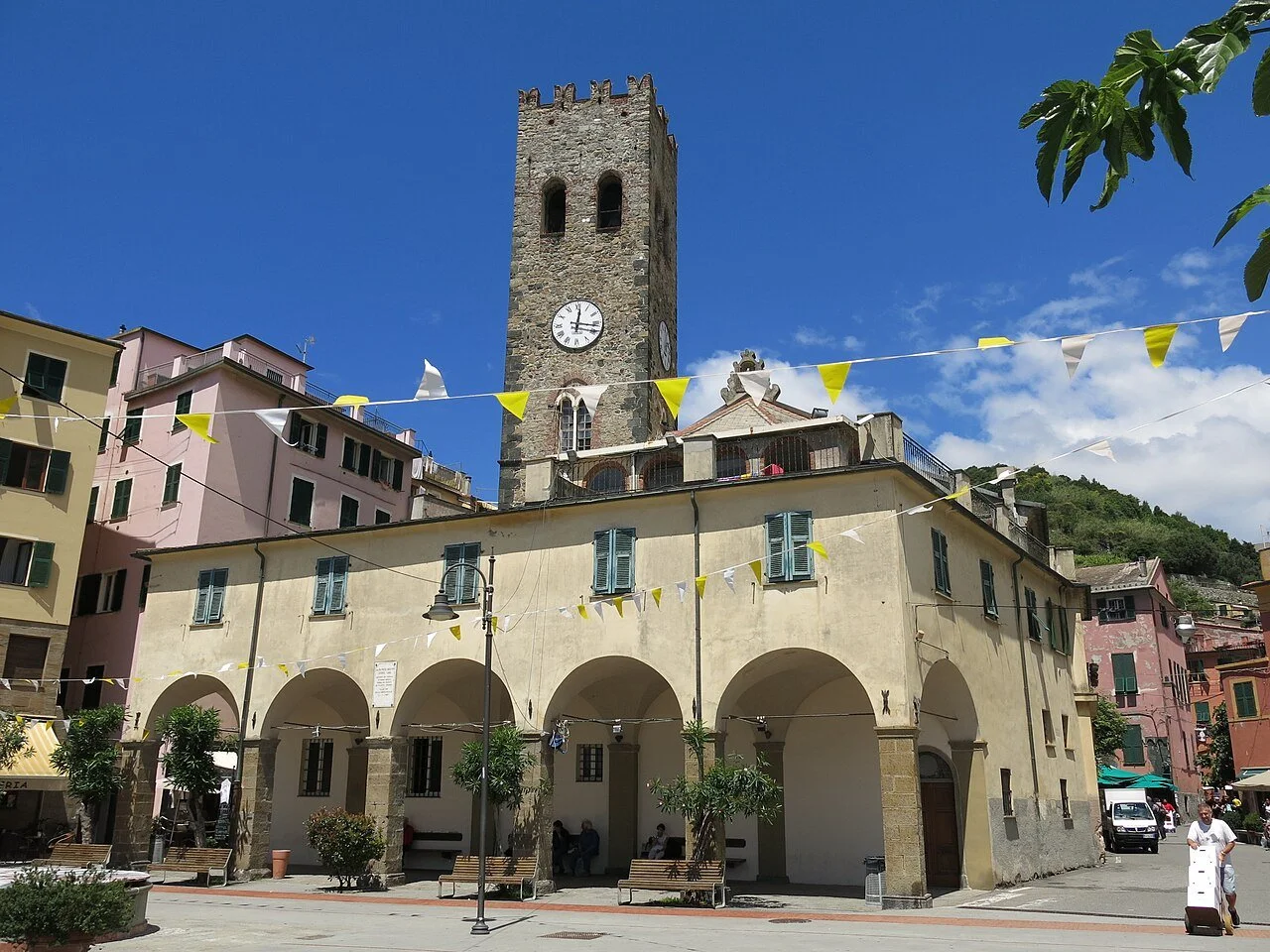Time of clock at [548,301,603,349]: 12:16
